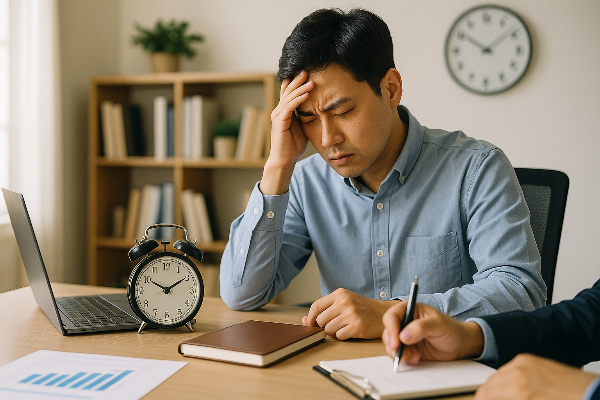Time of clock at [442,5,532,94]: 10:08
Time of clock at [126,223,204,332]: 1:50
